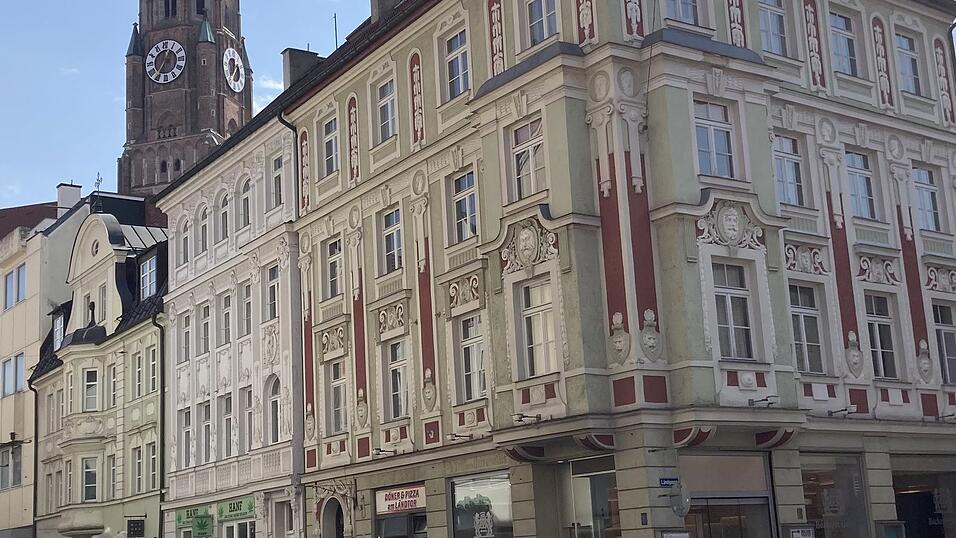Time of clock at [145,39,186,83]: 12:36
